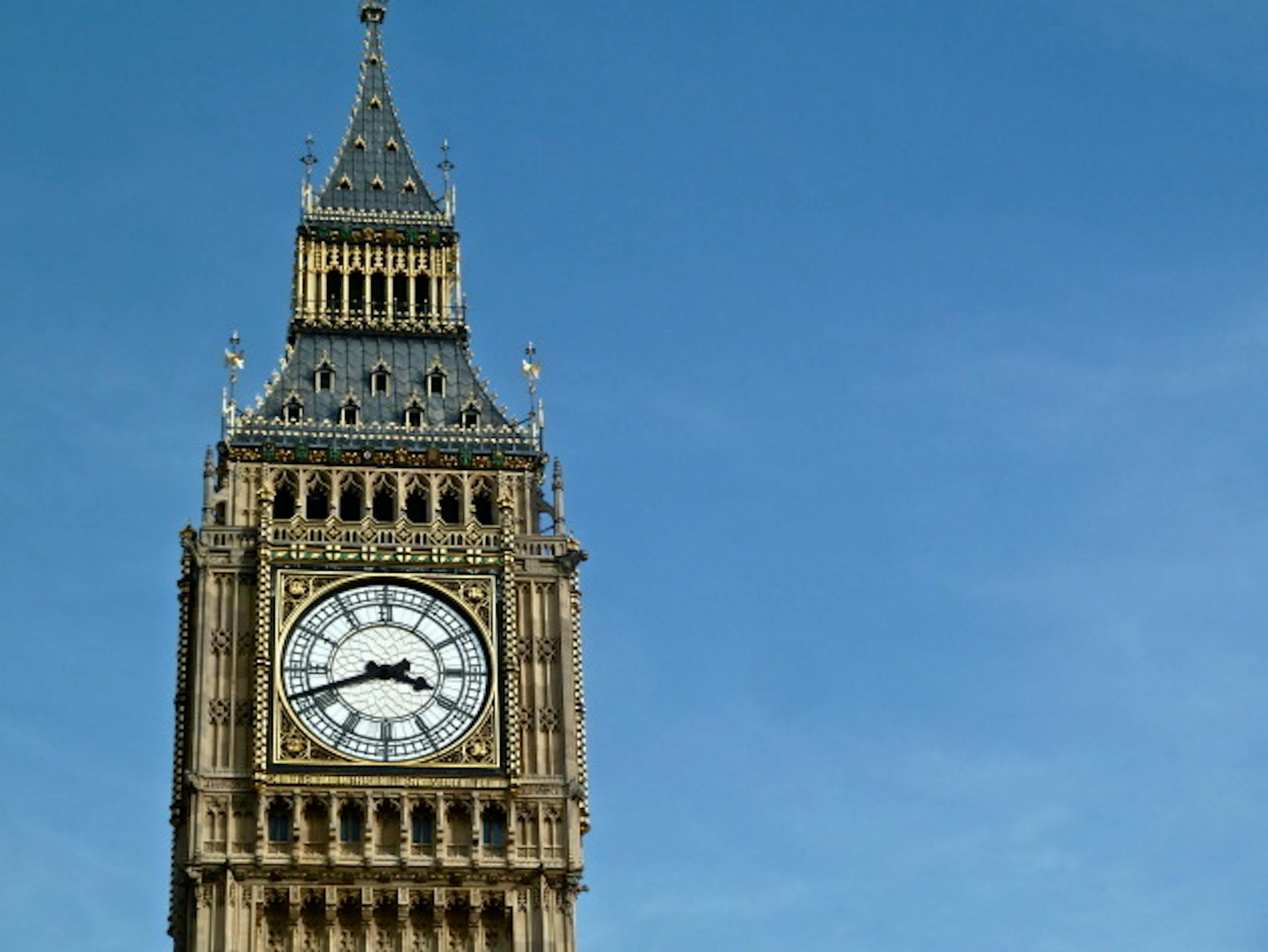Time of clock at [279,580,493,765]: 3:41
